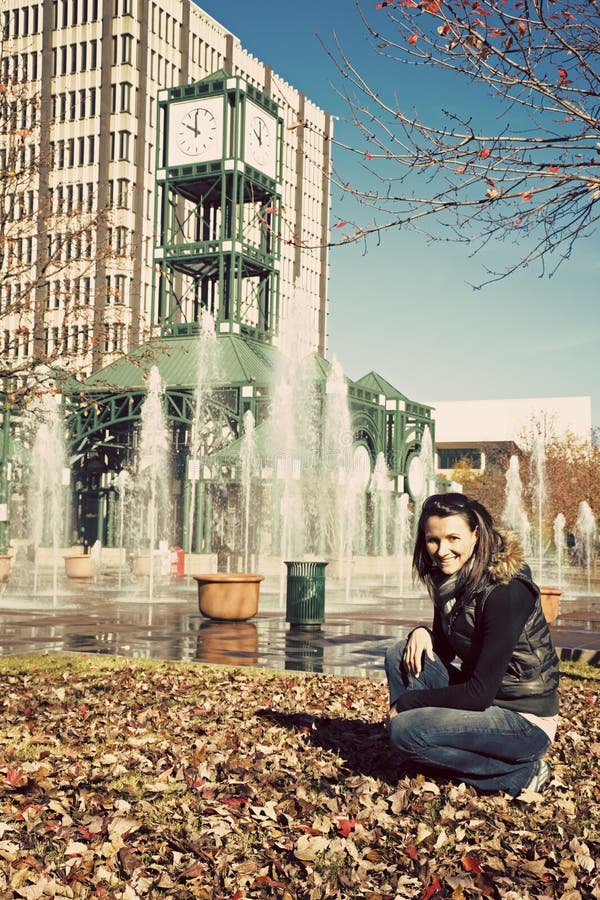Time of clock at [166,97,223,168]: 9:59
